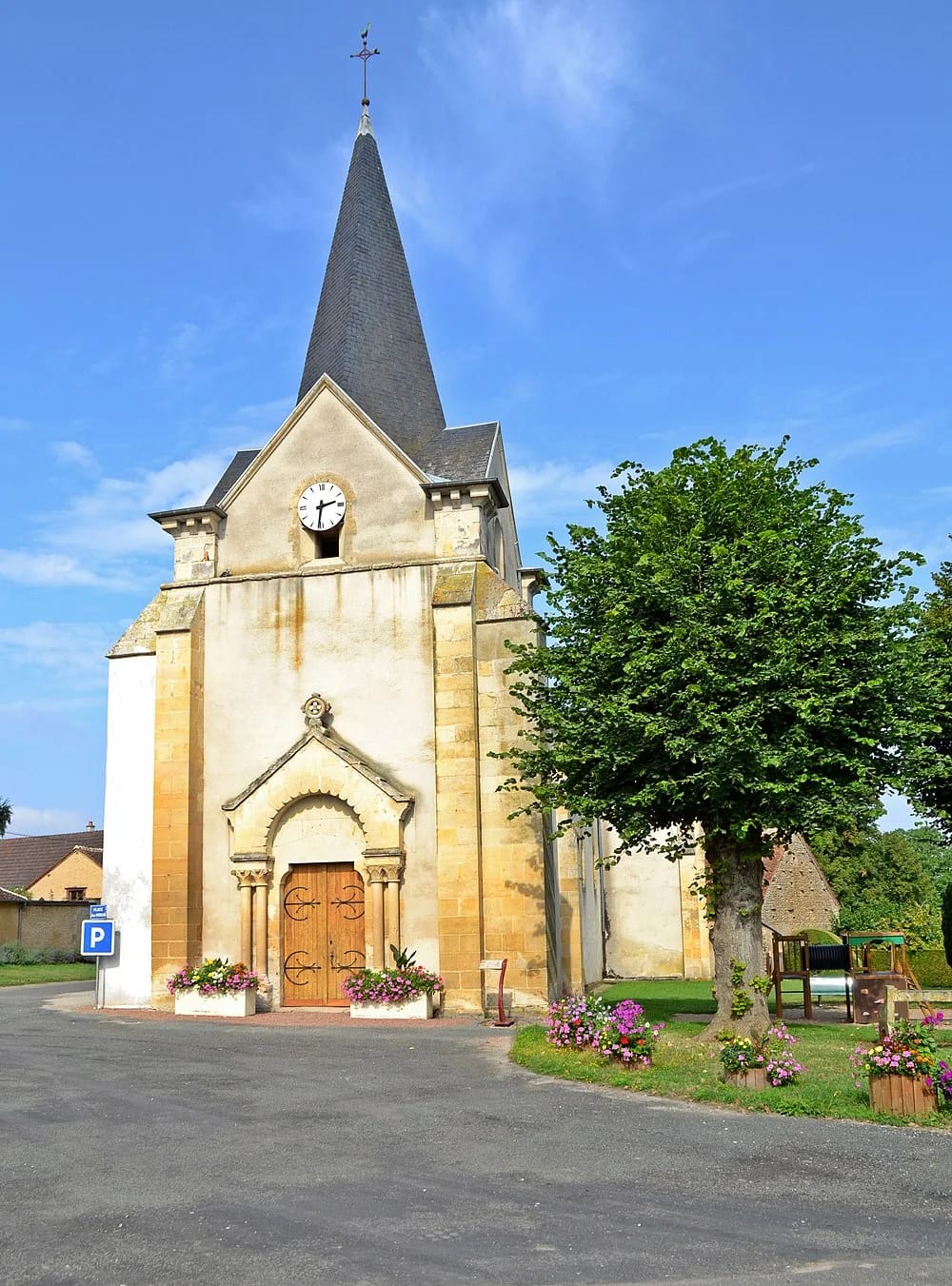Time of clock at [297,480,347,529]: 2:31
